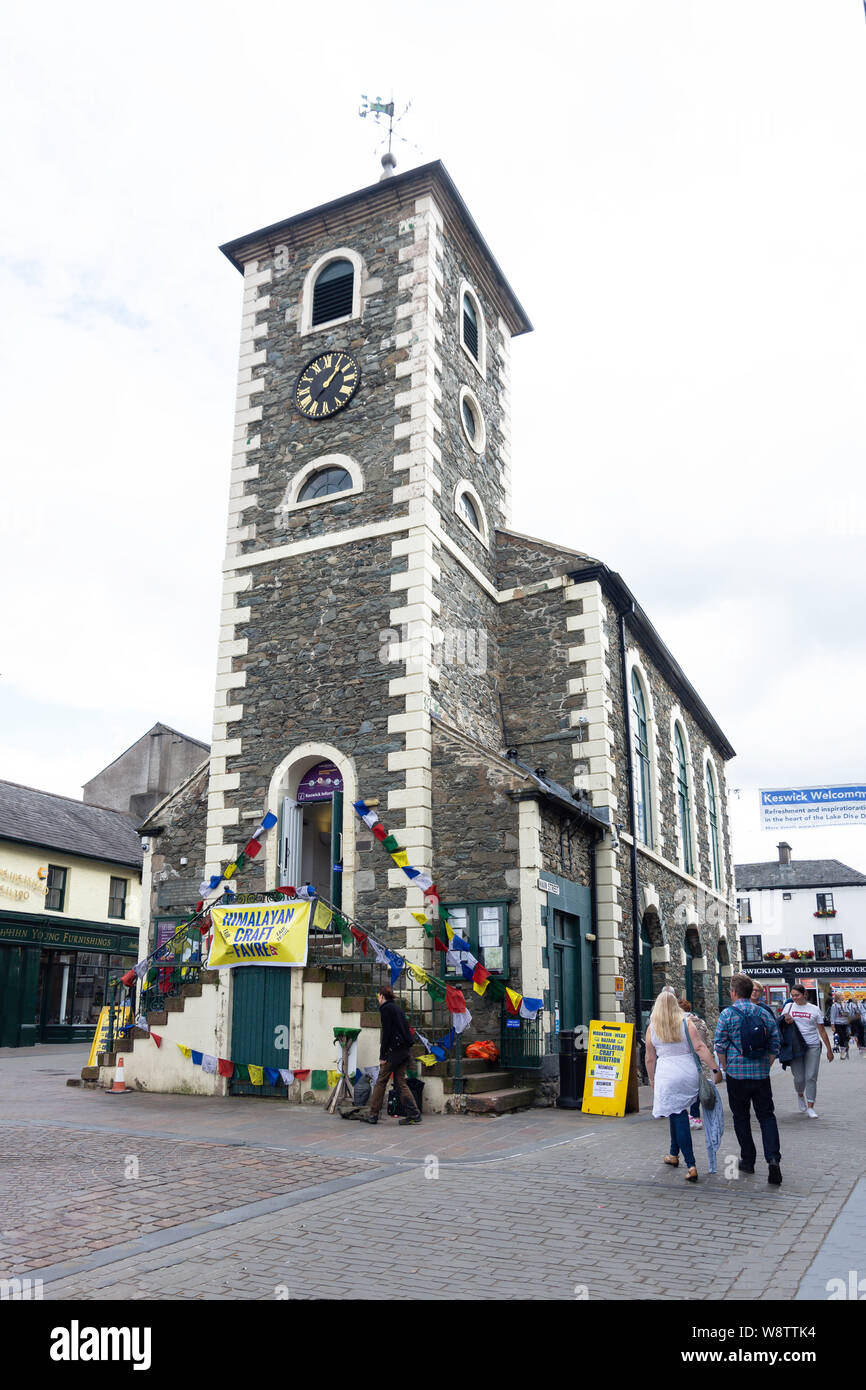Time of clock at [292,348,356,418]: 1:36
